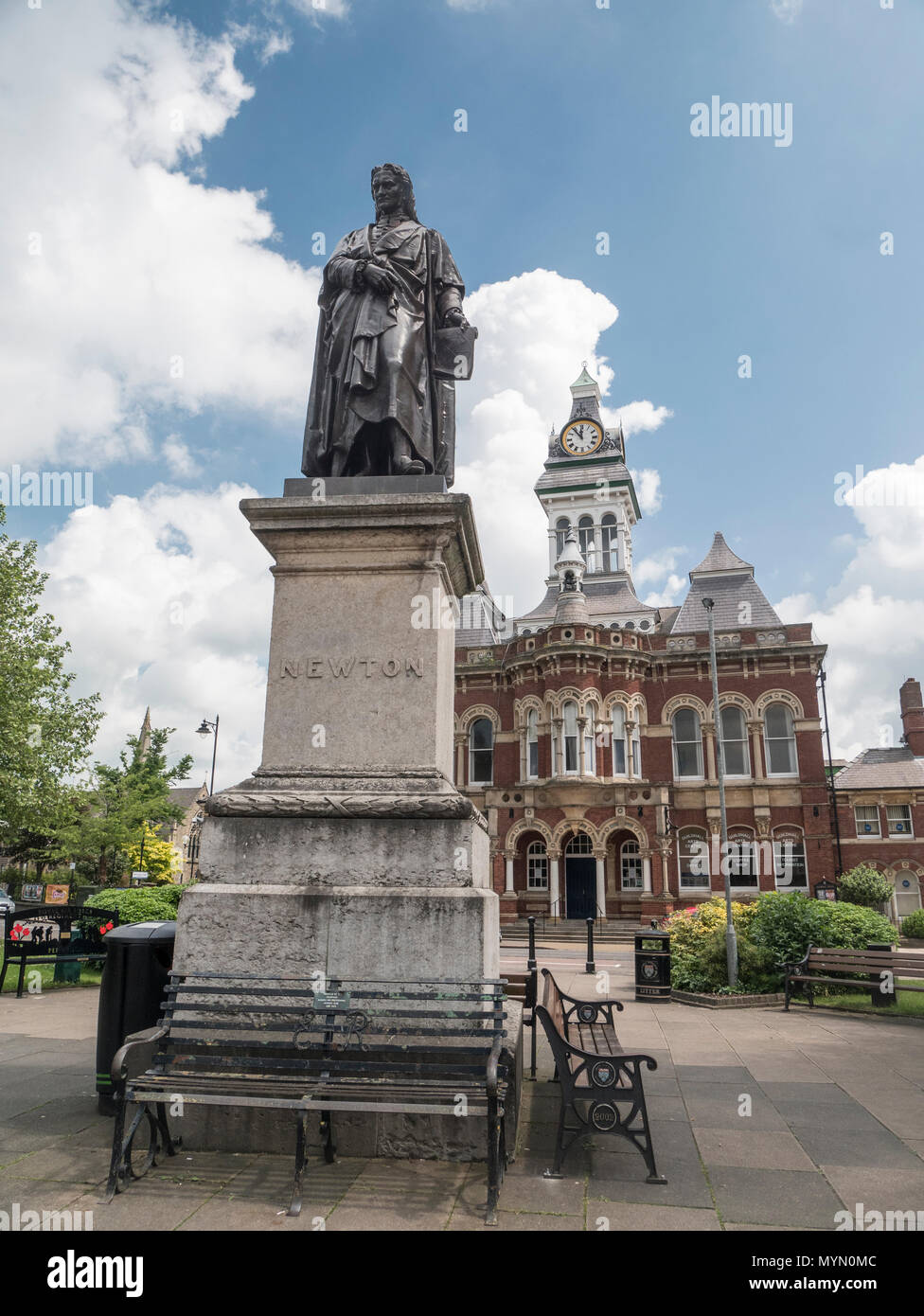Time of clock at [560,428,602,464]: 11:53
